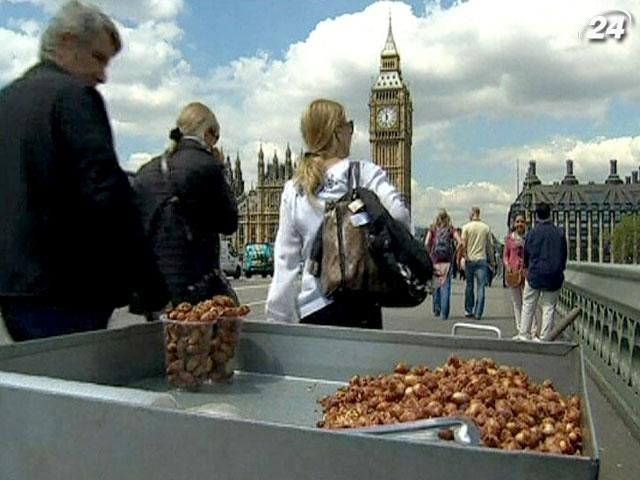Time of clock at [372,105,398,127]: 11:32
